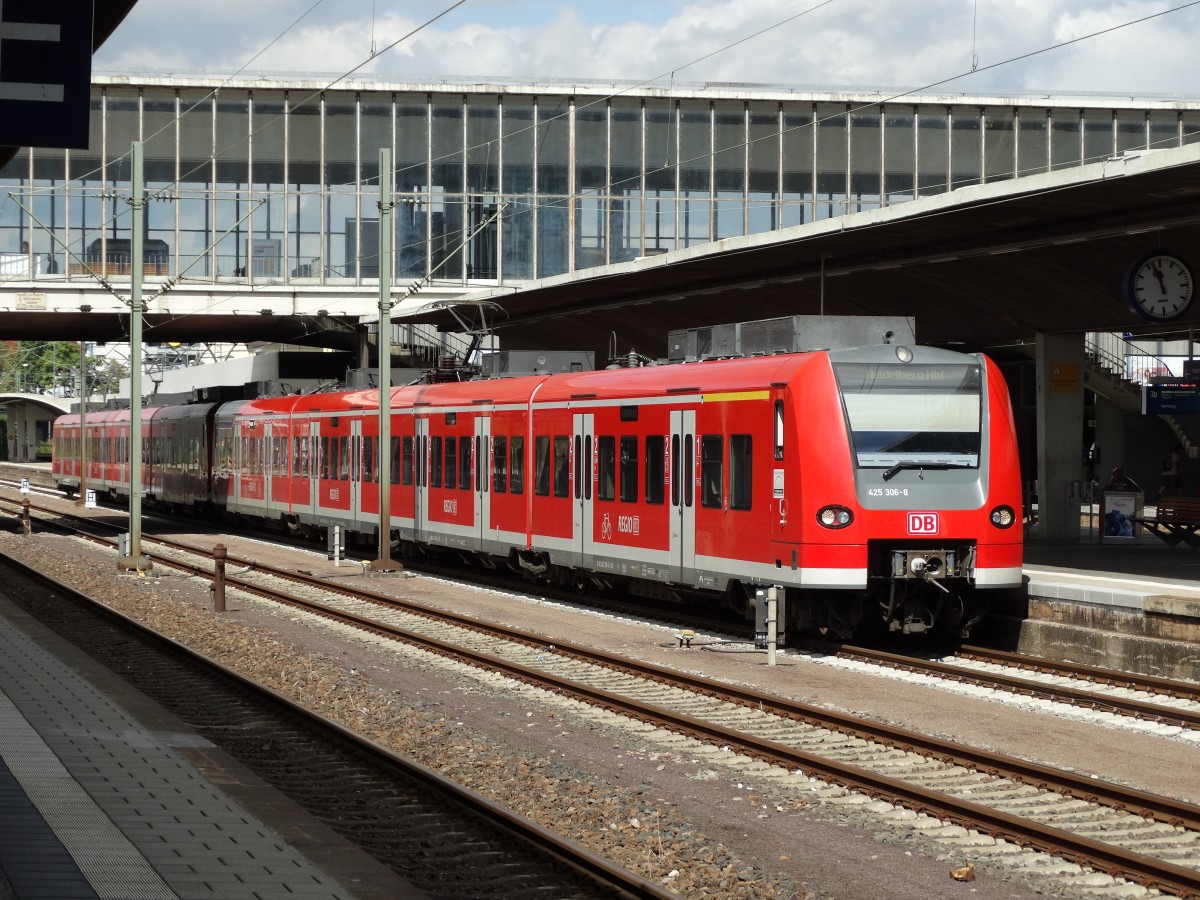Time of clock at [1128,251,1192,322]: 11:56
